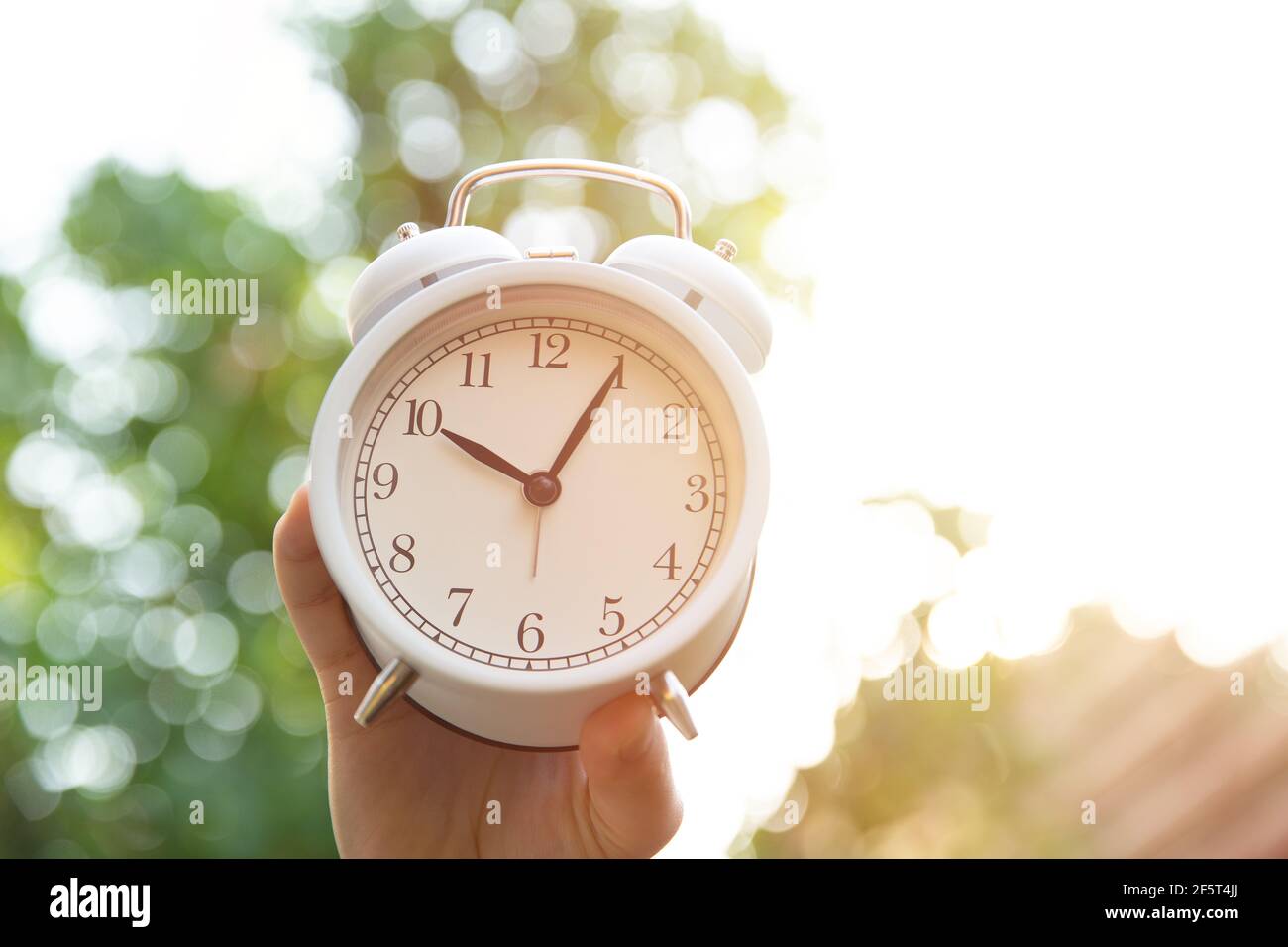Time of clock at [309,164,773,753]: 10:04
